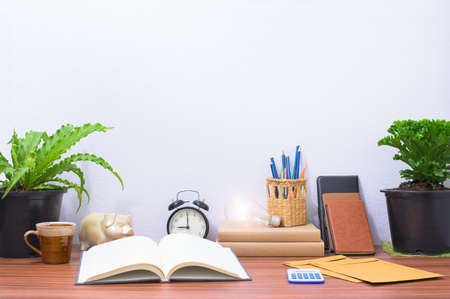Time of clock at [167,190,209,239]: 8:59
